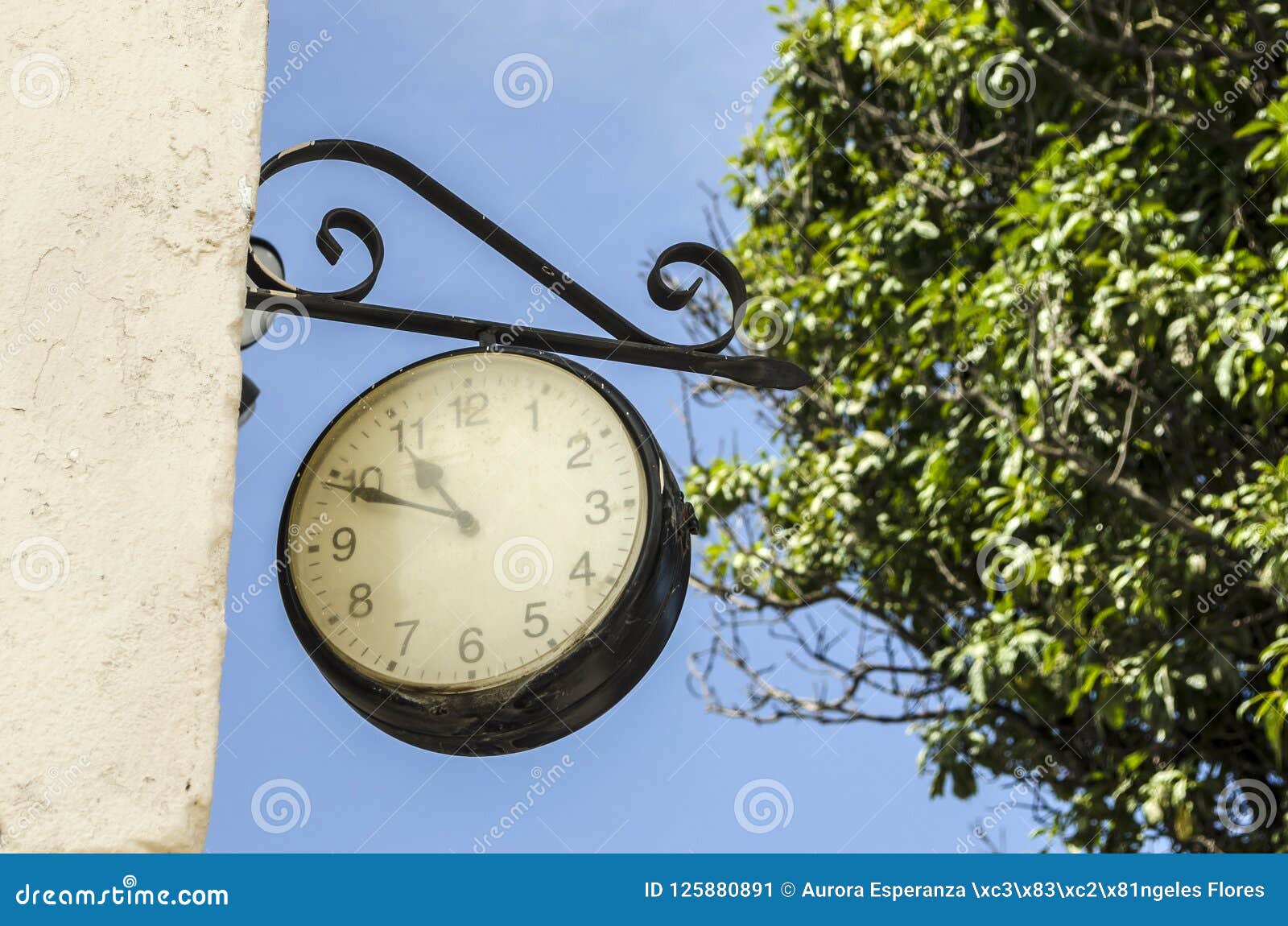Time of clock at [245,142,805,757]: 10:48
